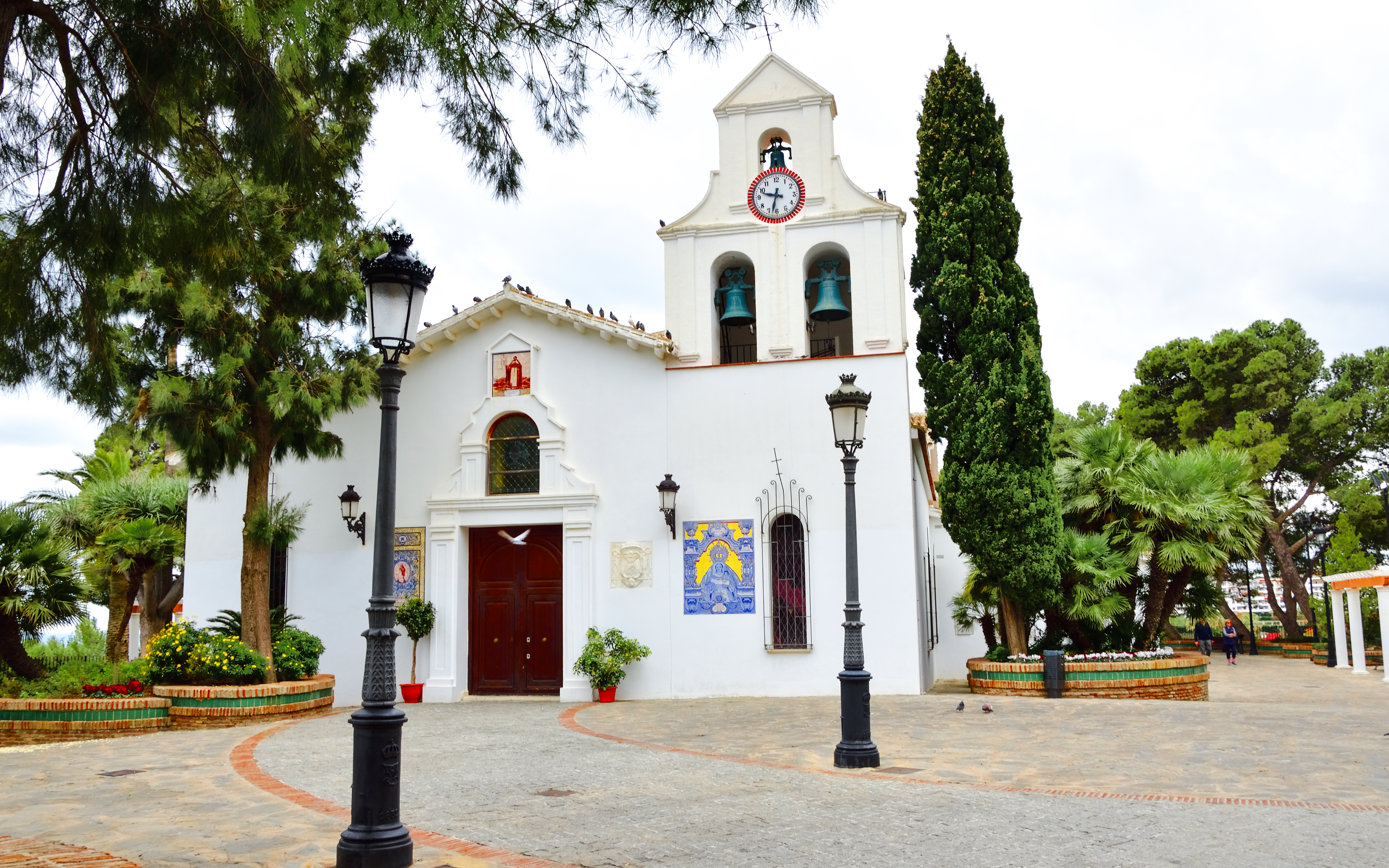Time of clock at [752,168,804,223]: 9:32
